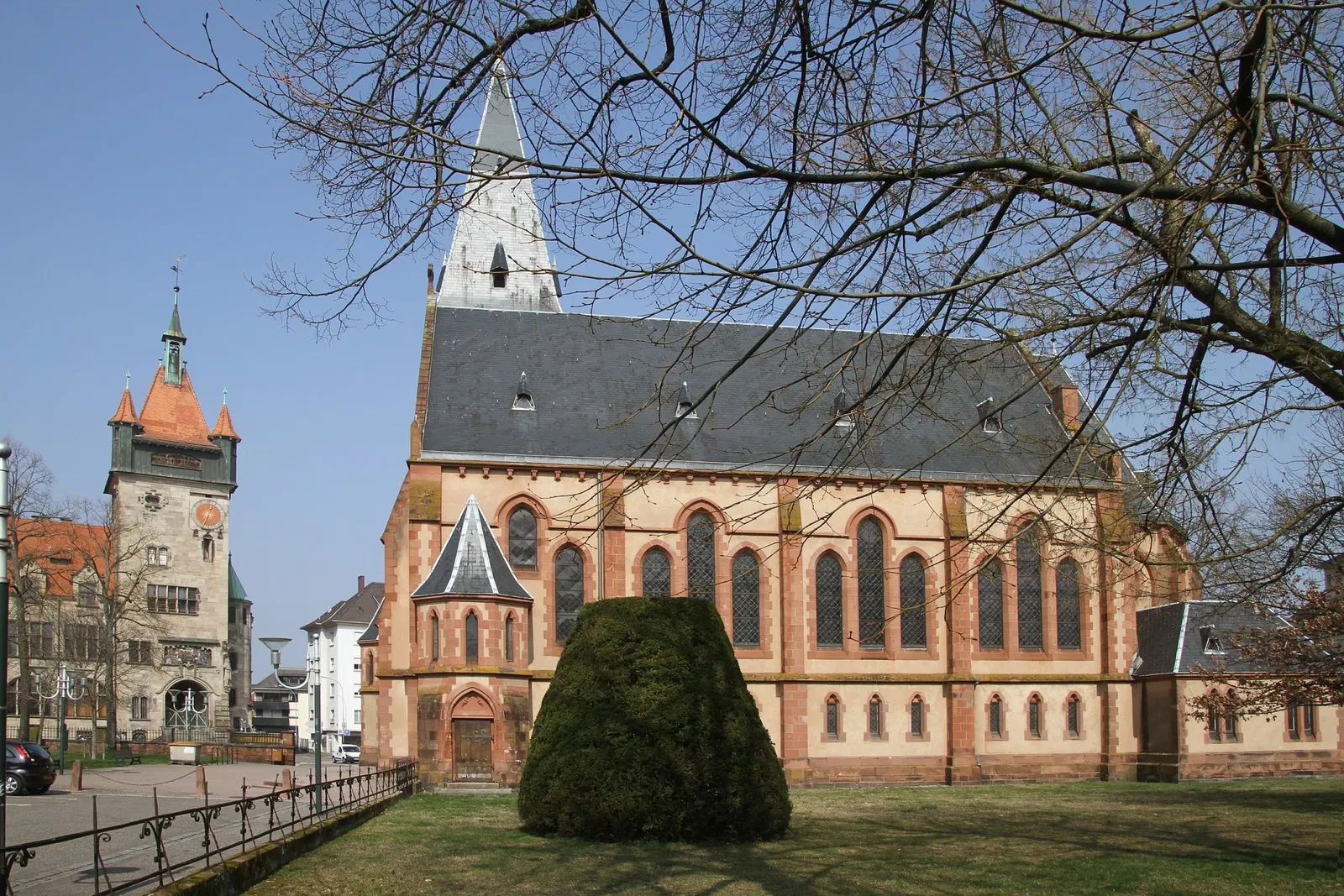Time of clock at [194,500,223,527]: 12:33
